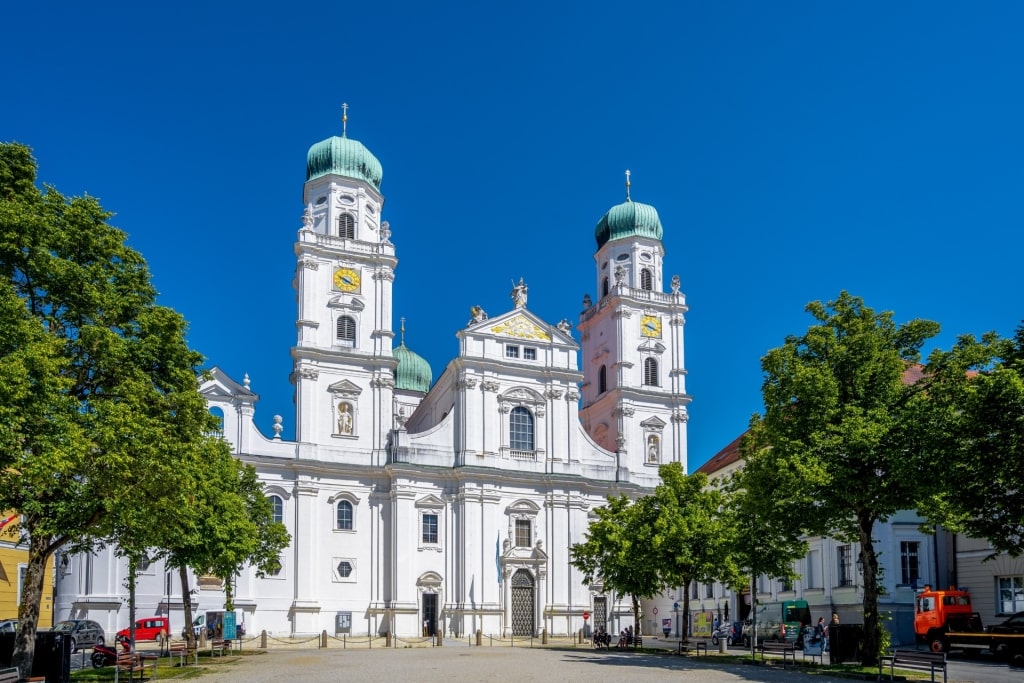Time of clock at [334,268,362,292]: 3:48
